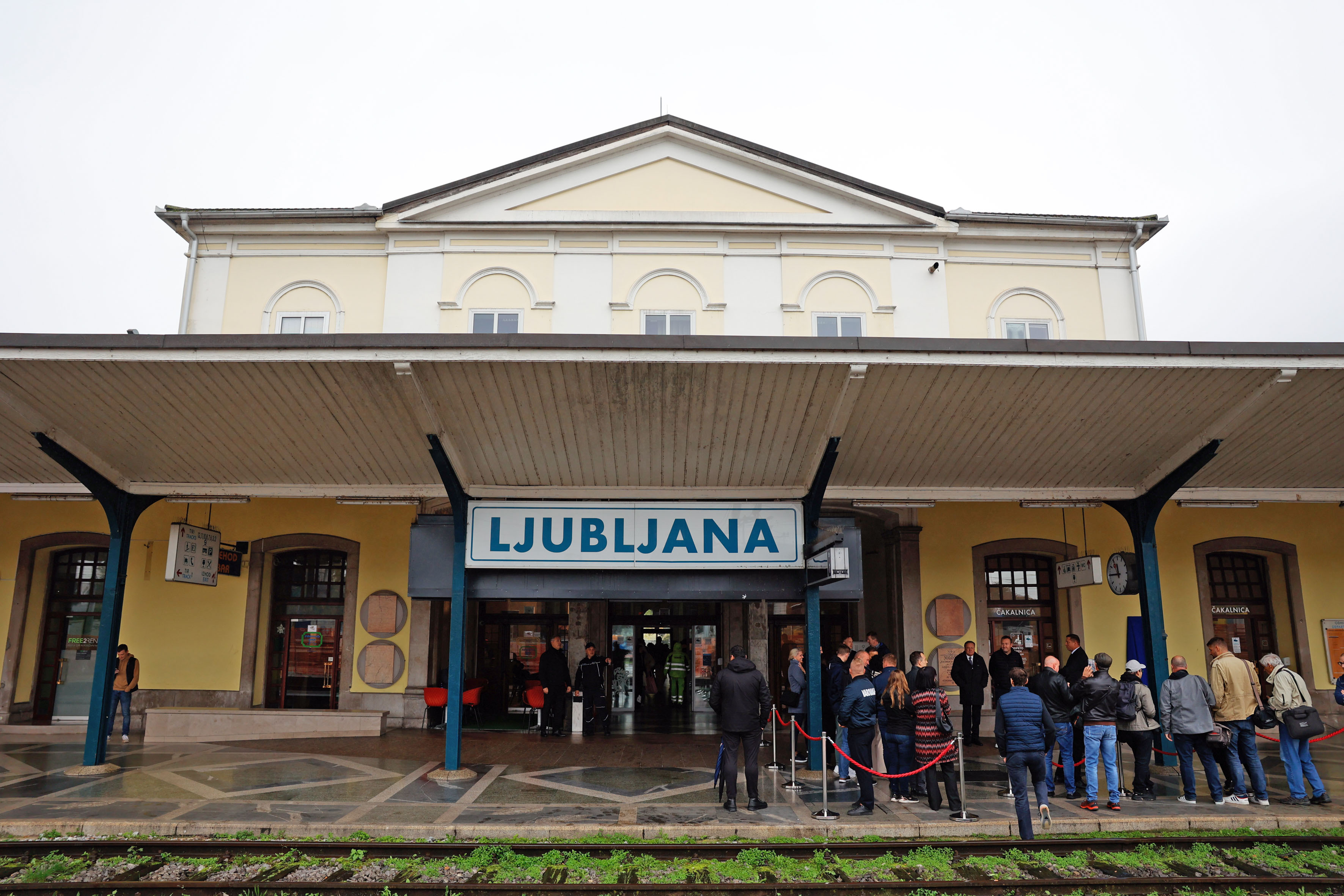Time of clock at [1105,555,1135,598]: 11:45
